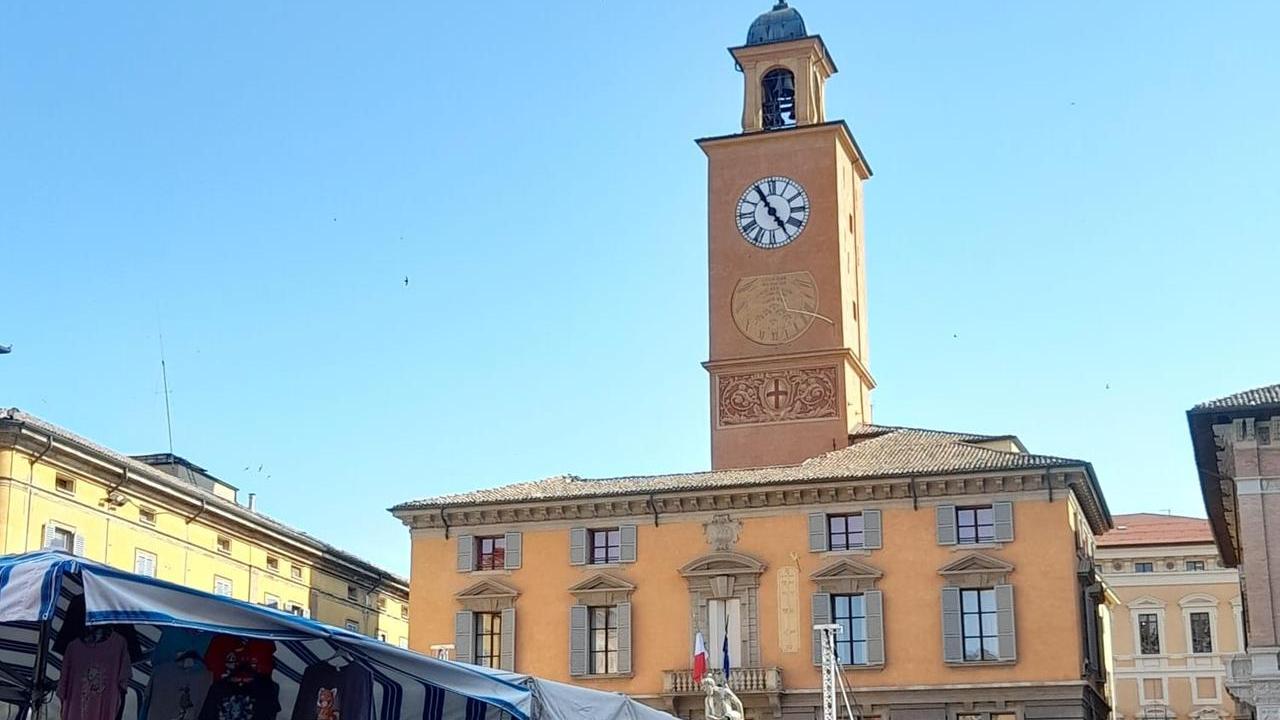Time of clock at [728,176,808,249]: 4:54
